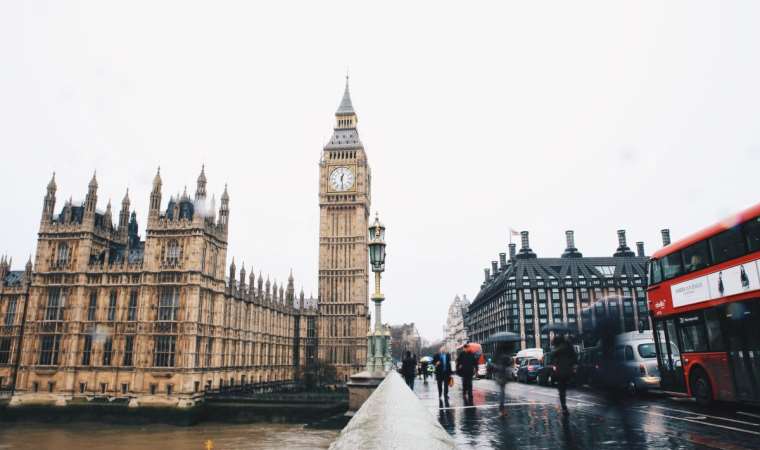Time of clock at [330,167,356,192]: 12:28
